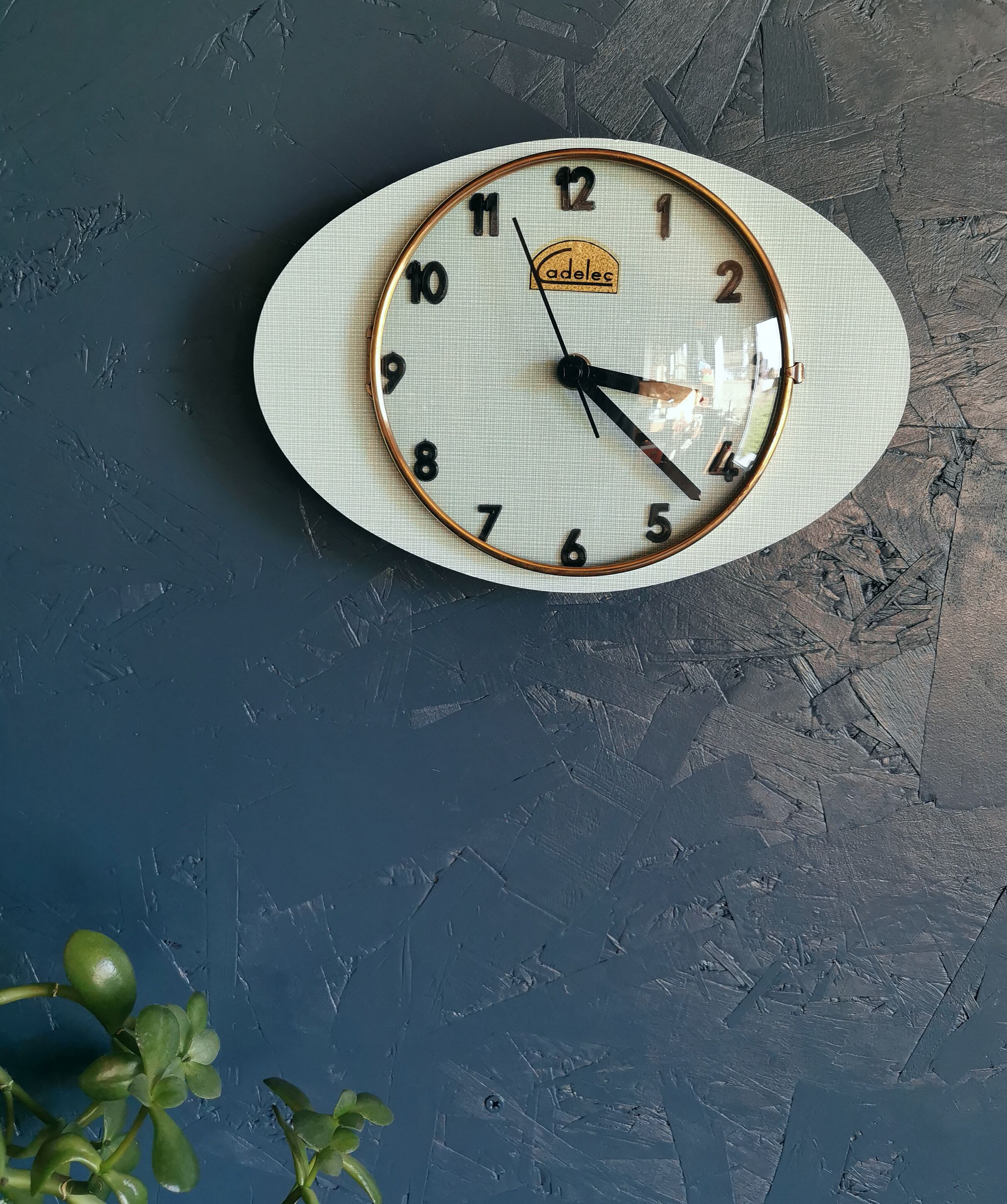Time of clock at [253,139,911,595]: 3:22
